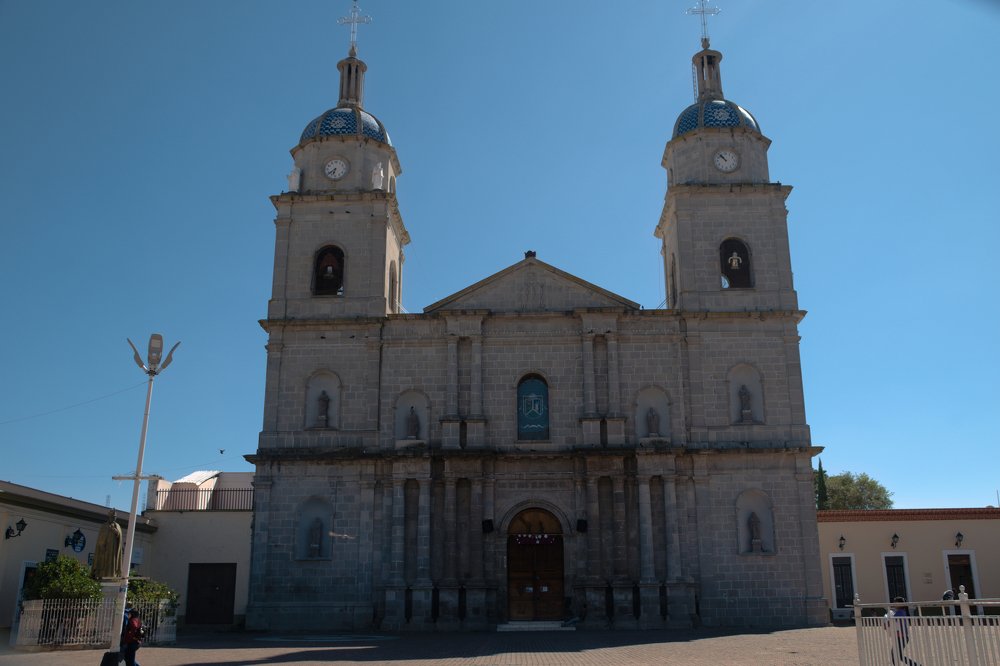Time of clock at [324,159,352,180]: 6:38
